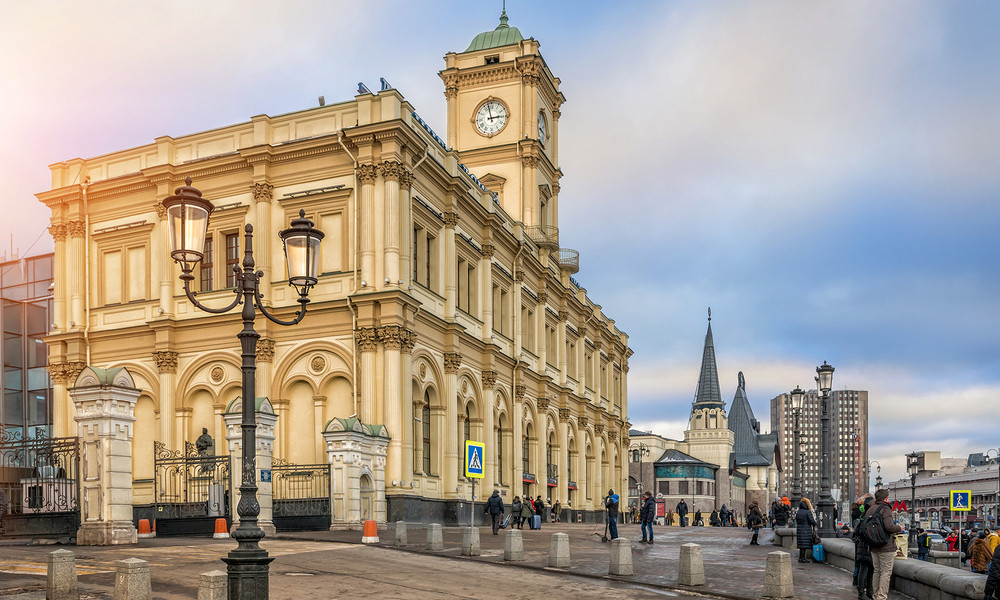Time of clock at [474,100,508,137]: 2:57
